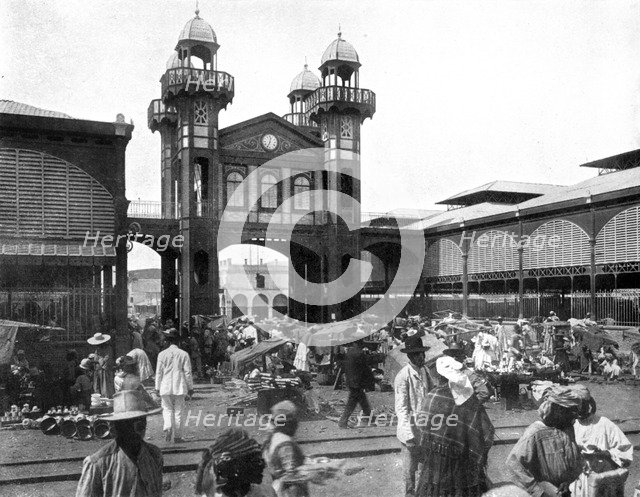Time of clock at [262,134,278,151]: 12:33
